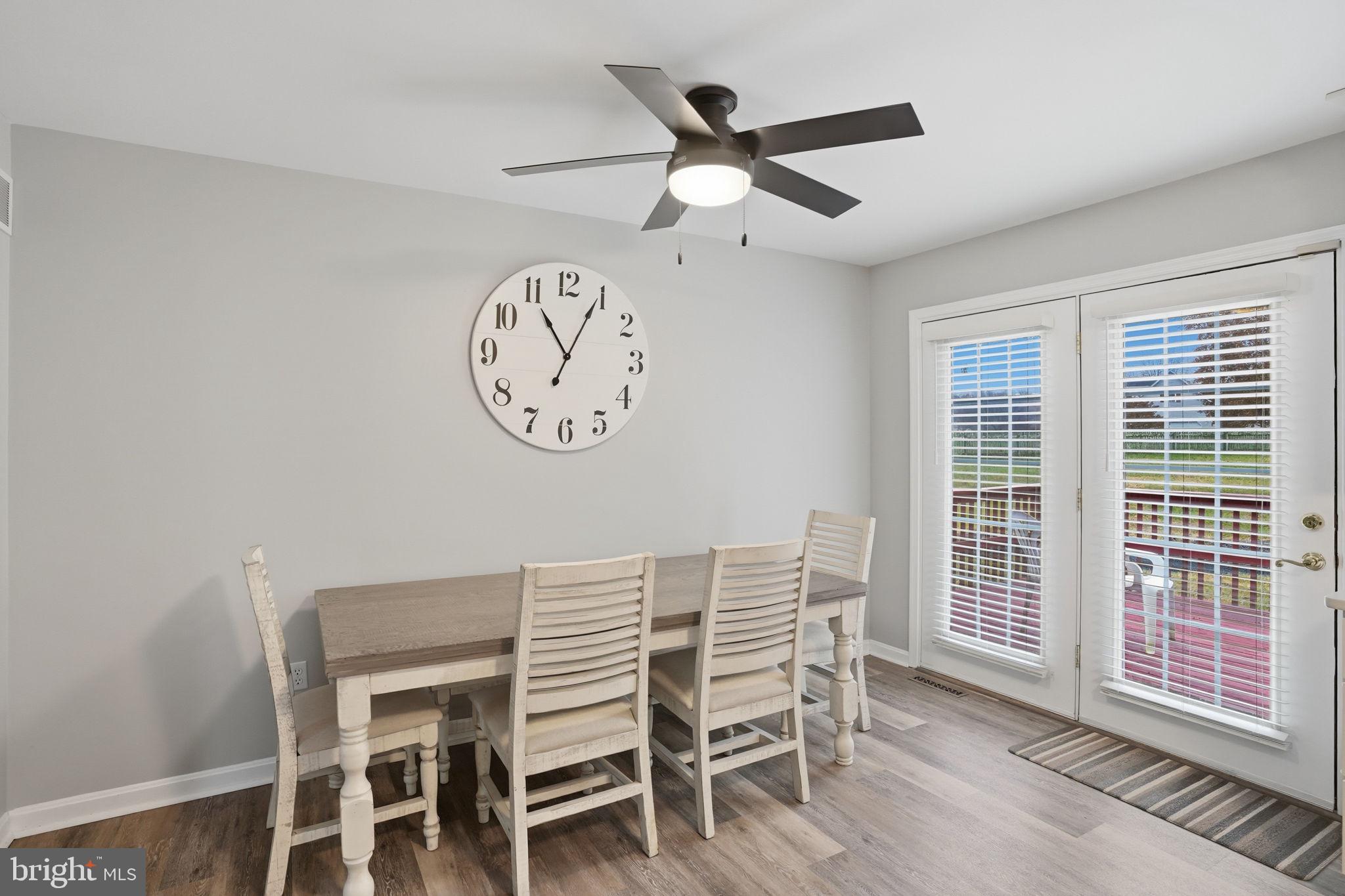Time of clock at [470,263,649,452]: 11:04
